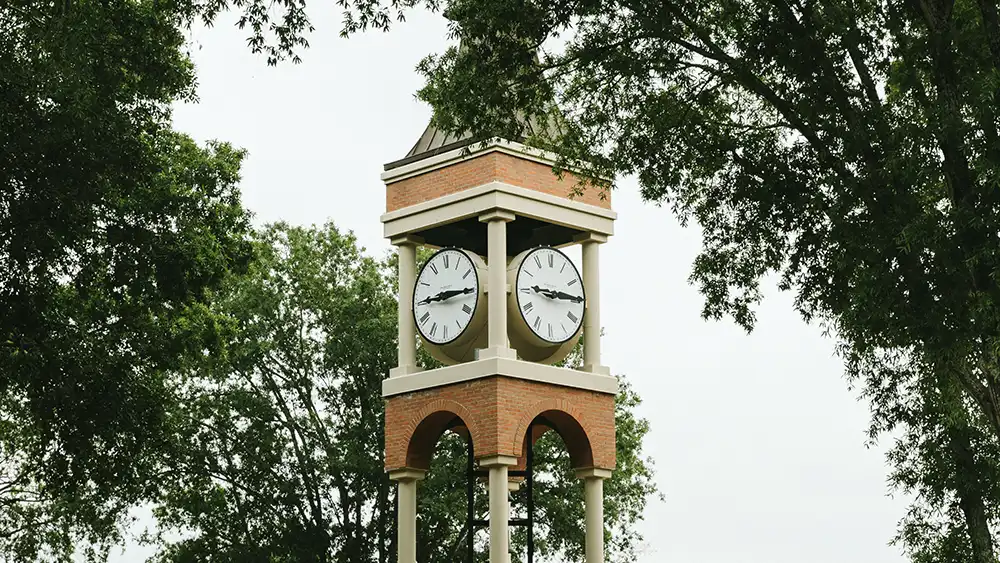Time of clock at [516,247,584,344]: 9:14
